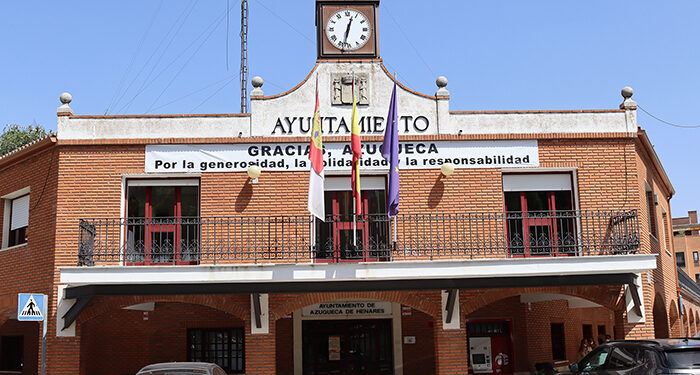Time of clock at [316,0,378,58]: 12:32
